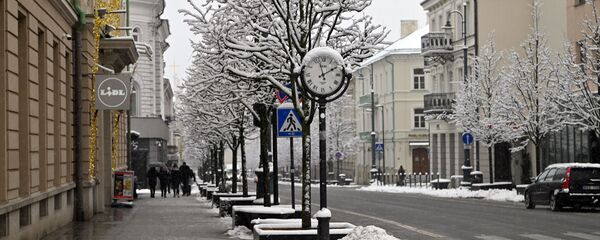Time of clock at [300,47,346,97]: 1:57
